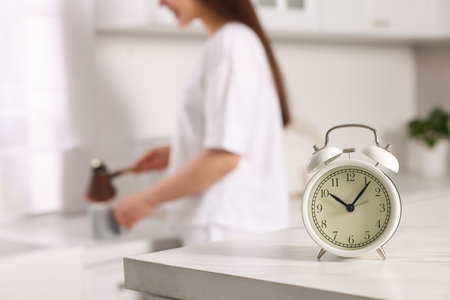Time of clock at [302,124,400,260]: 10:06
